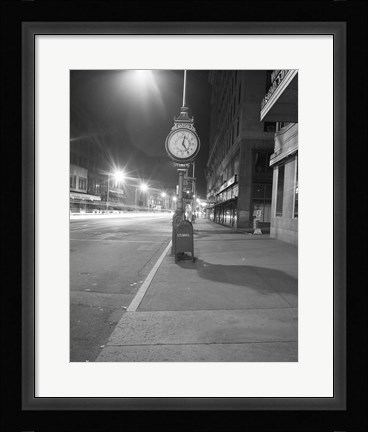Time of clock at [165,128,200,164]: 12:24
